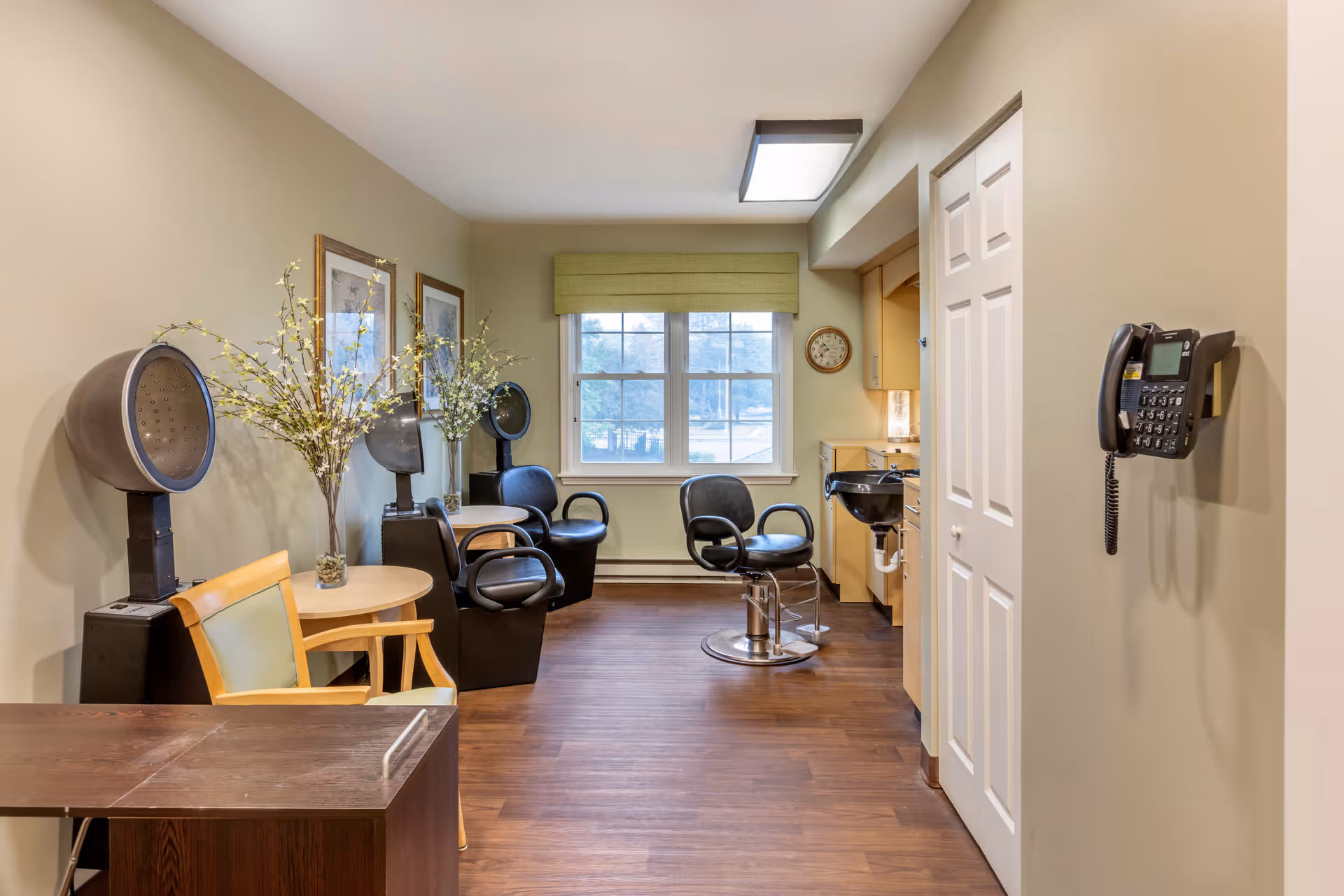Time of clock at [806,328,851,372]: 10:38
